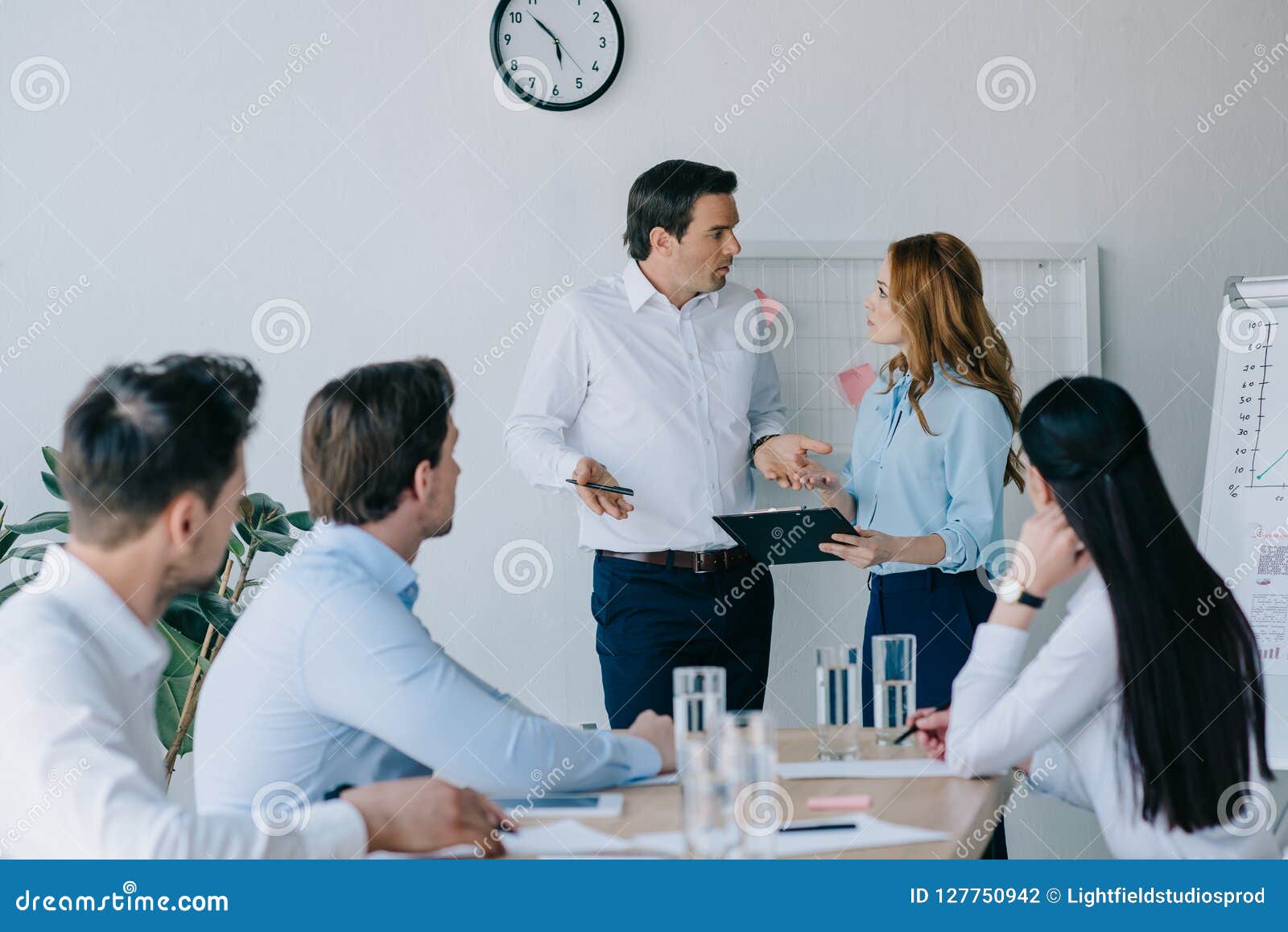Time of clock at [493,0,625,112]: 5:51
